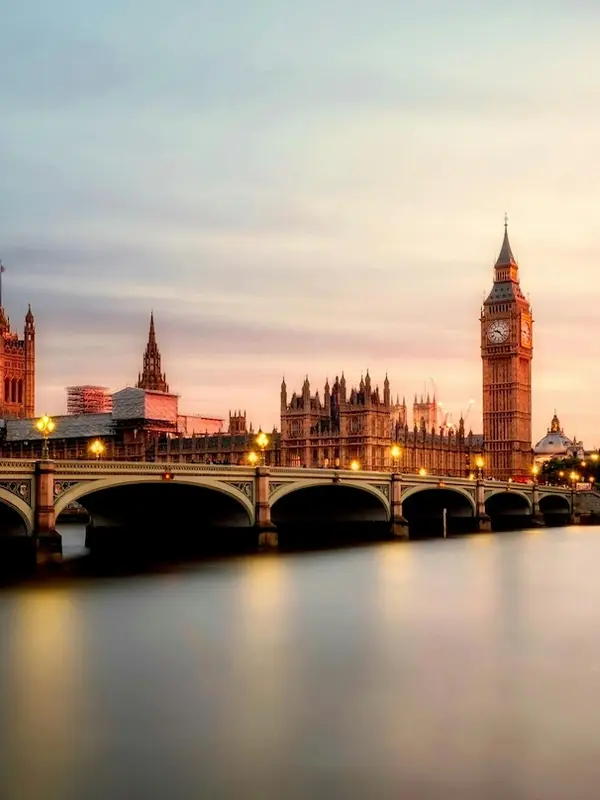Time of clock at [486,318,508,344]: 9:22
